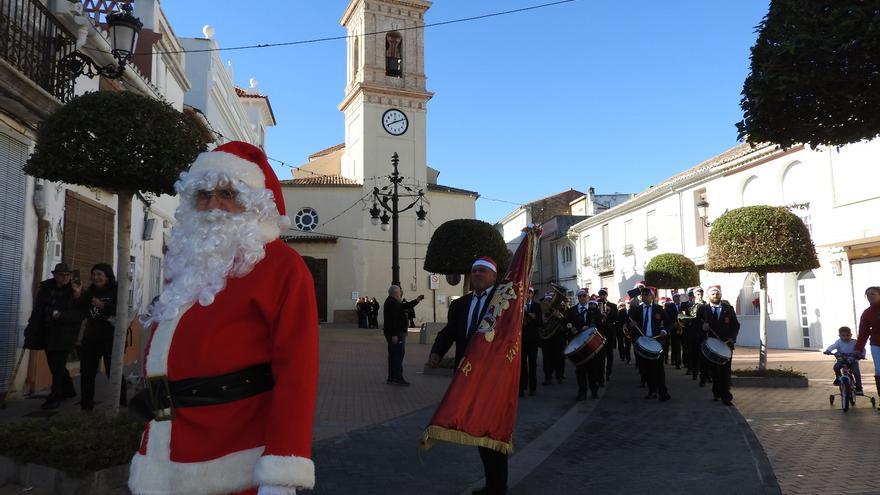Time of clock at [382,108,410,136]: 8:11
